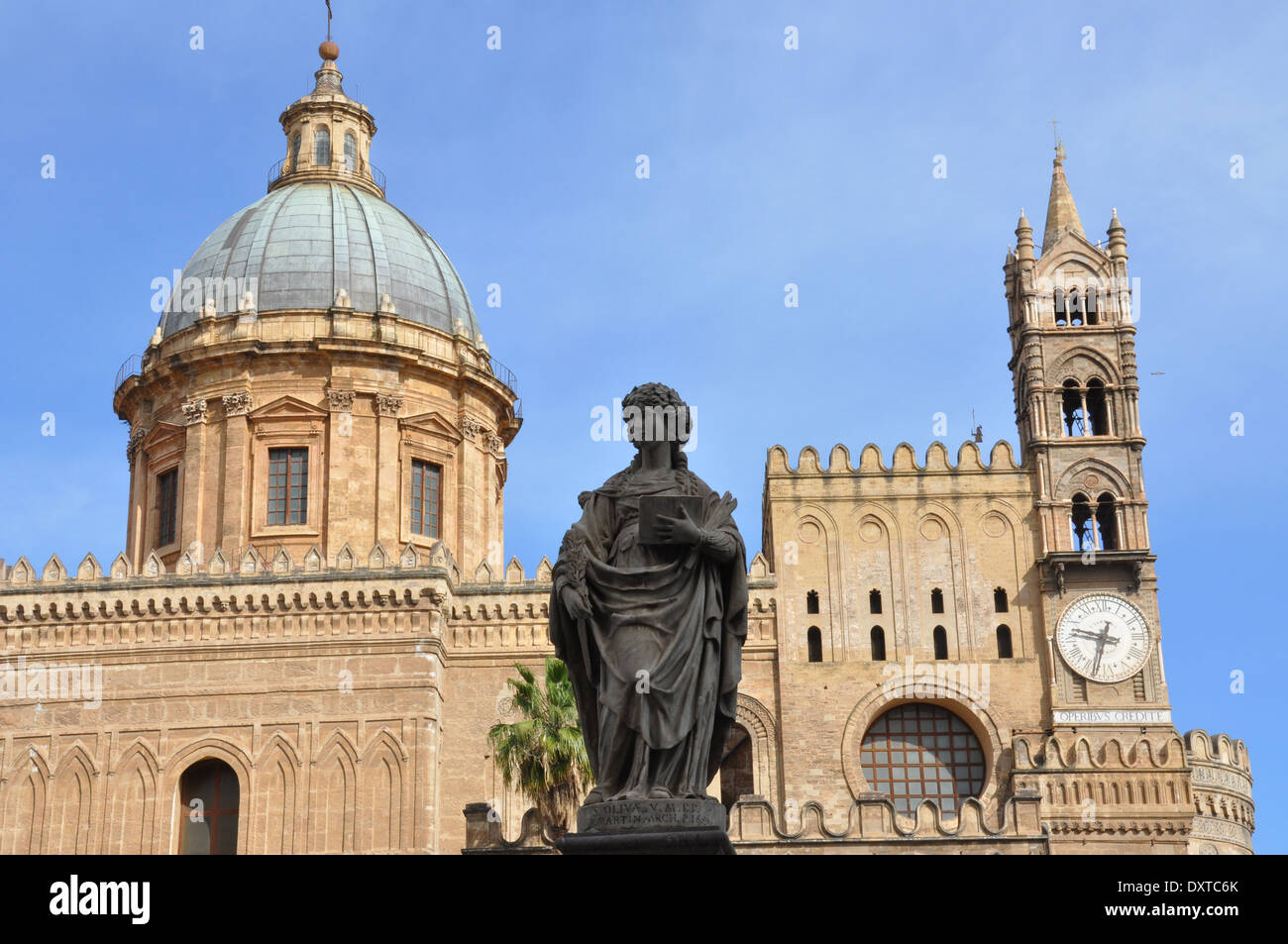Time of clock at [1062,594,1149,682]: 9:32
